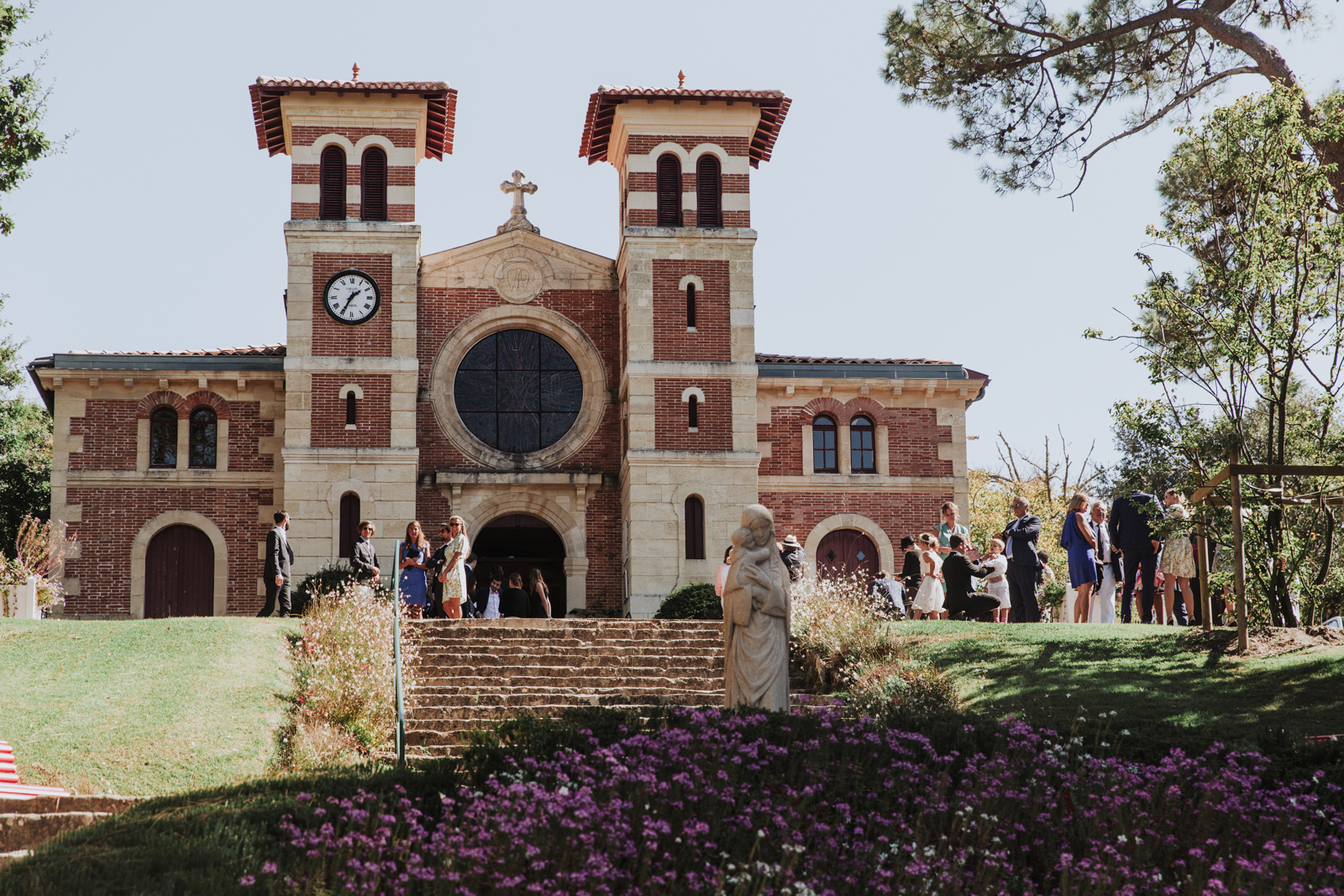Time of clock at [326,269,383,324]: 1:34
